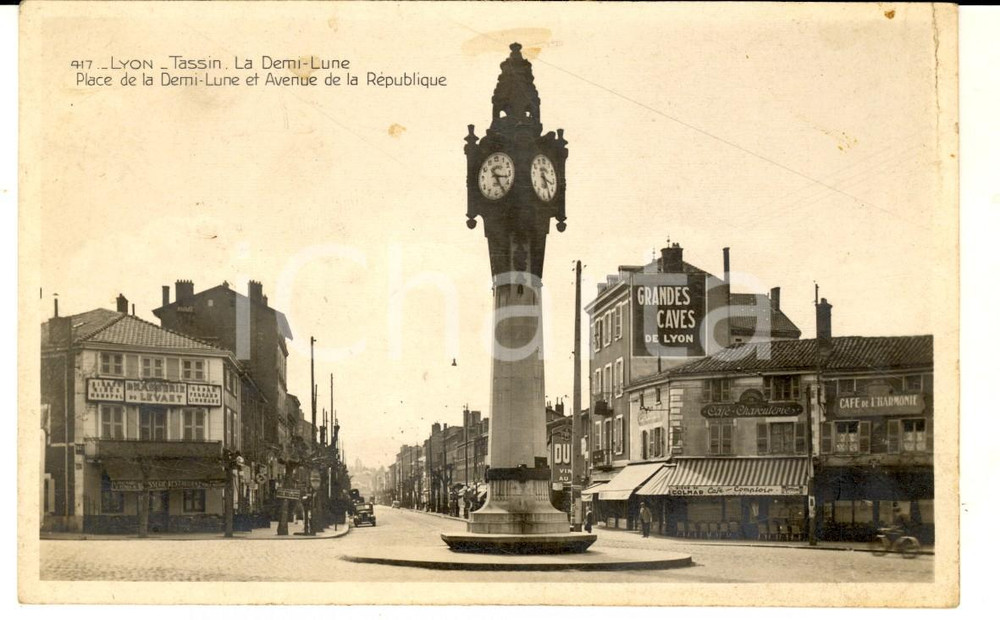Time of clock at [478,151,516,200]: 3:24
